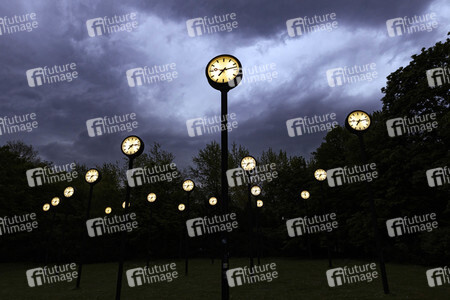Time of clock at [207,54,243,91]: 7:12
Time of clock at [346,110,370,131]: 7:13
